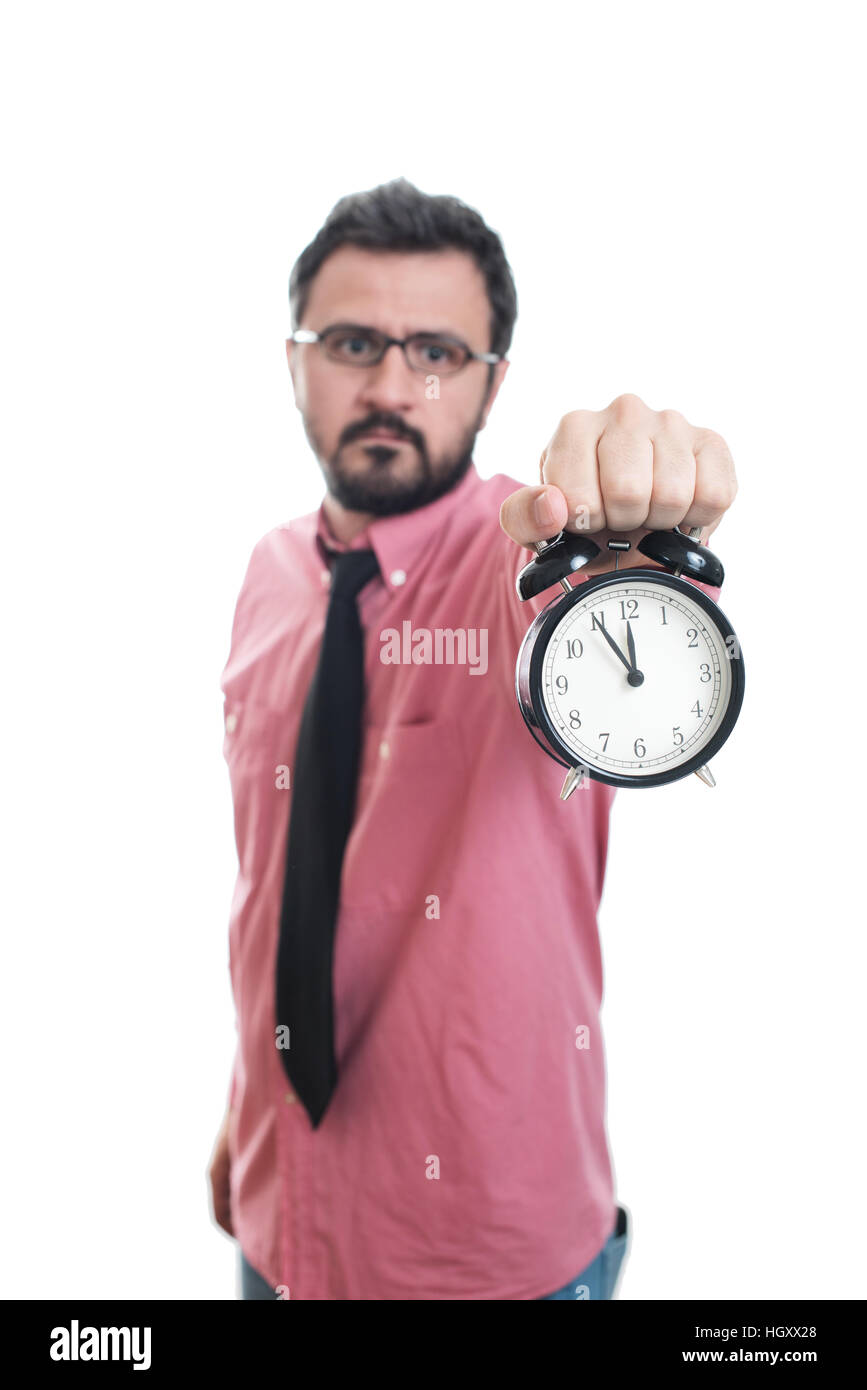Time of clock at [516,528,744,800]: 11:54
